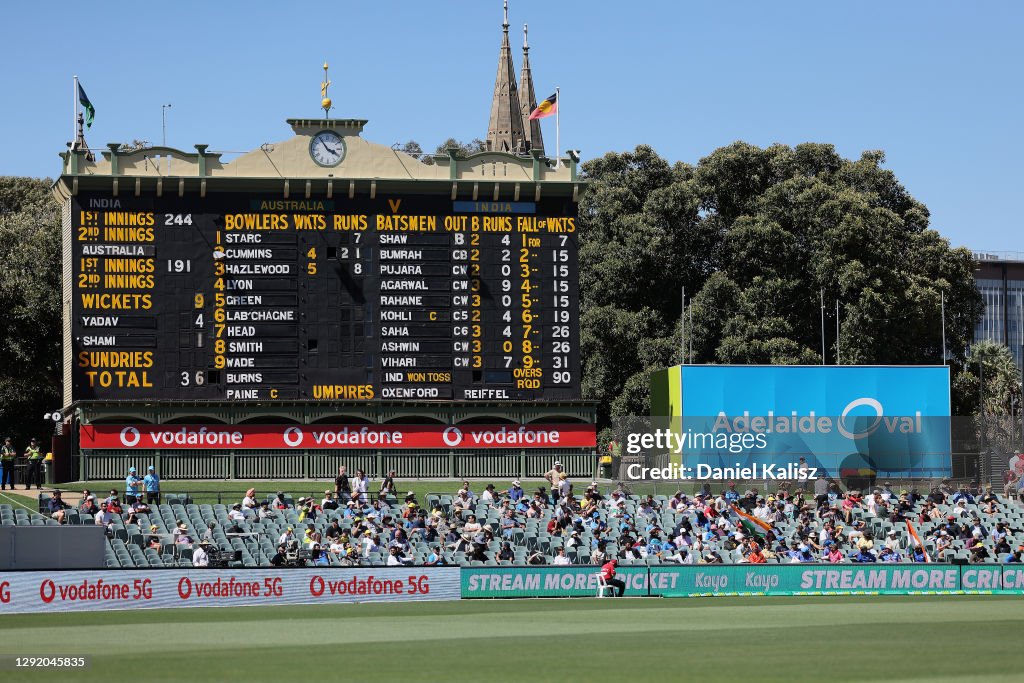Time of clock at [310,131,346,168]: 3:54
